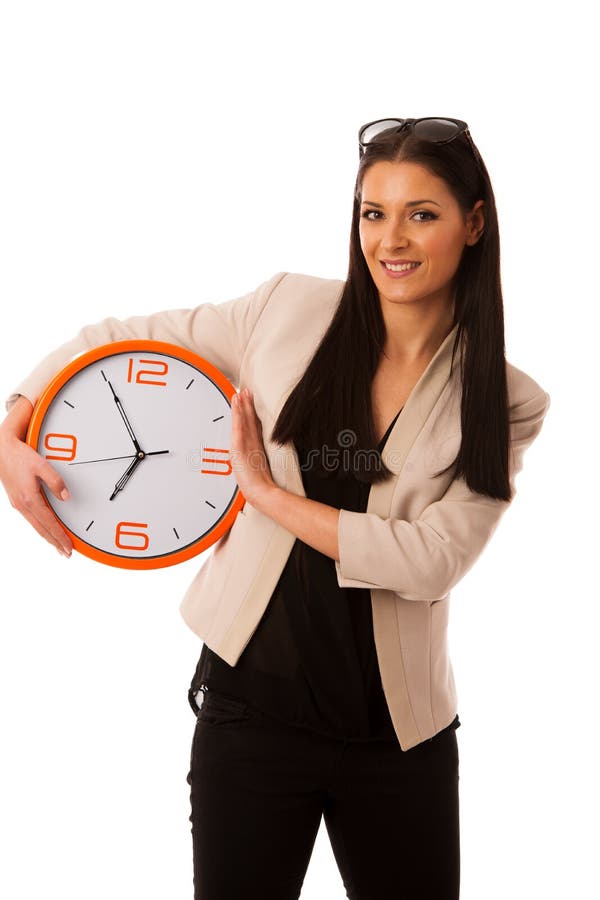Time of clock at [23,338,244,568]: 6:55
